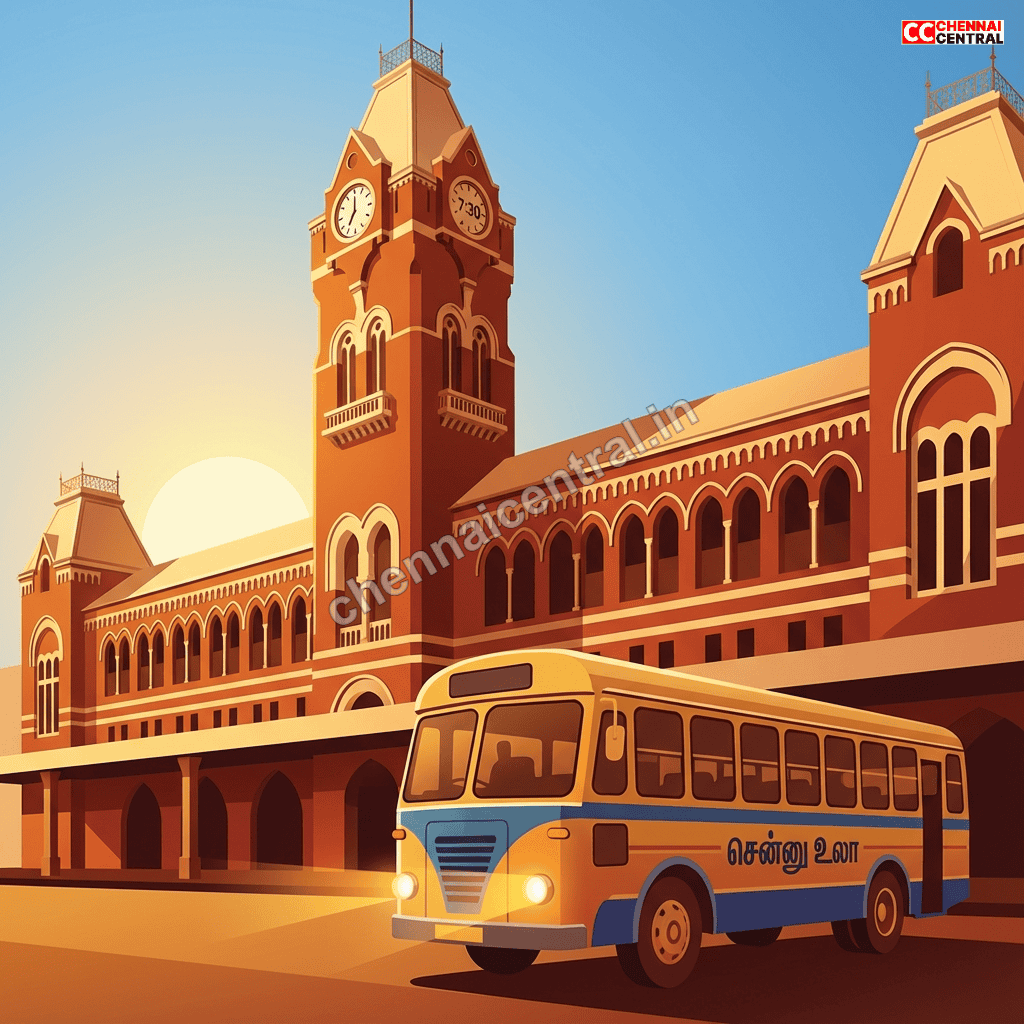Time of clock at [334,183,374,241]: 7:00
